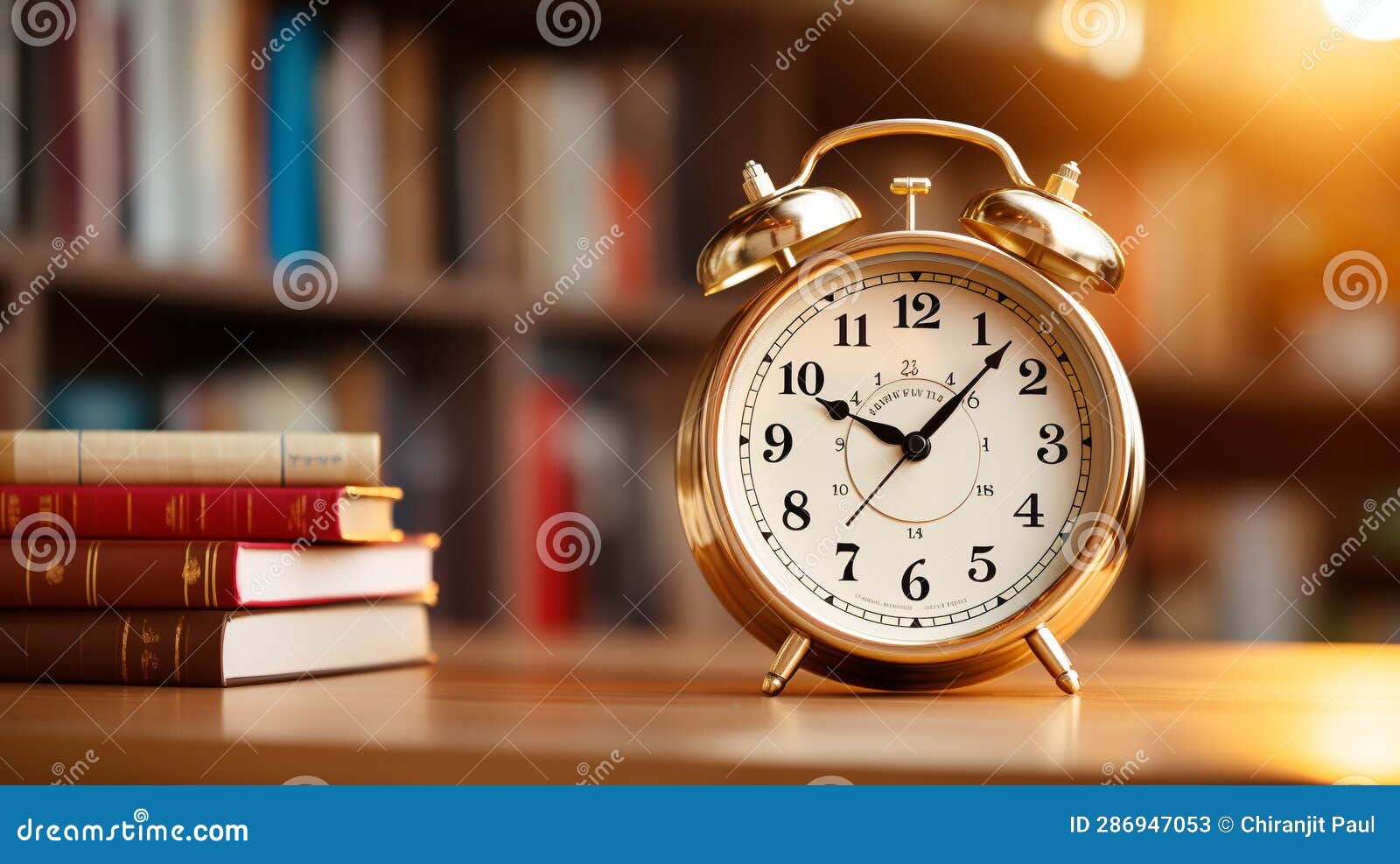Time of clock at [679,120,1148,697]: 10:07
